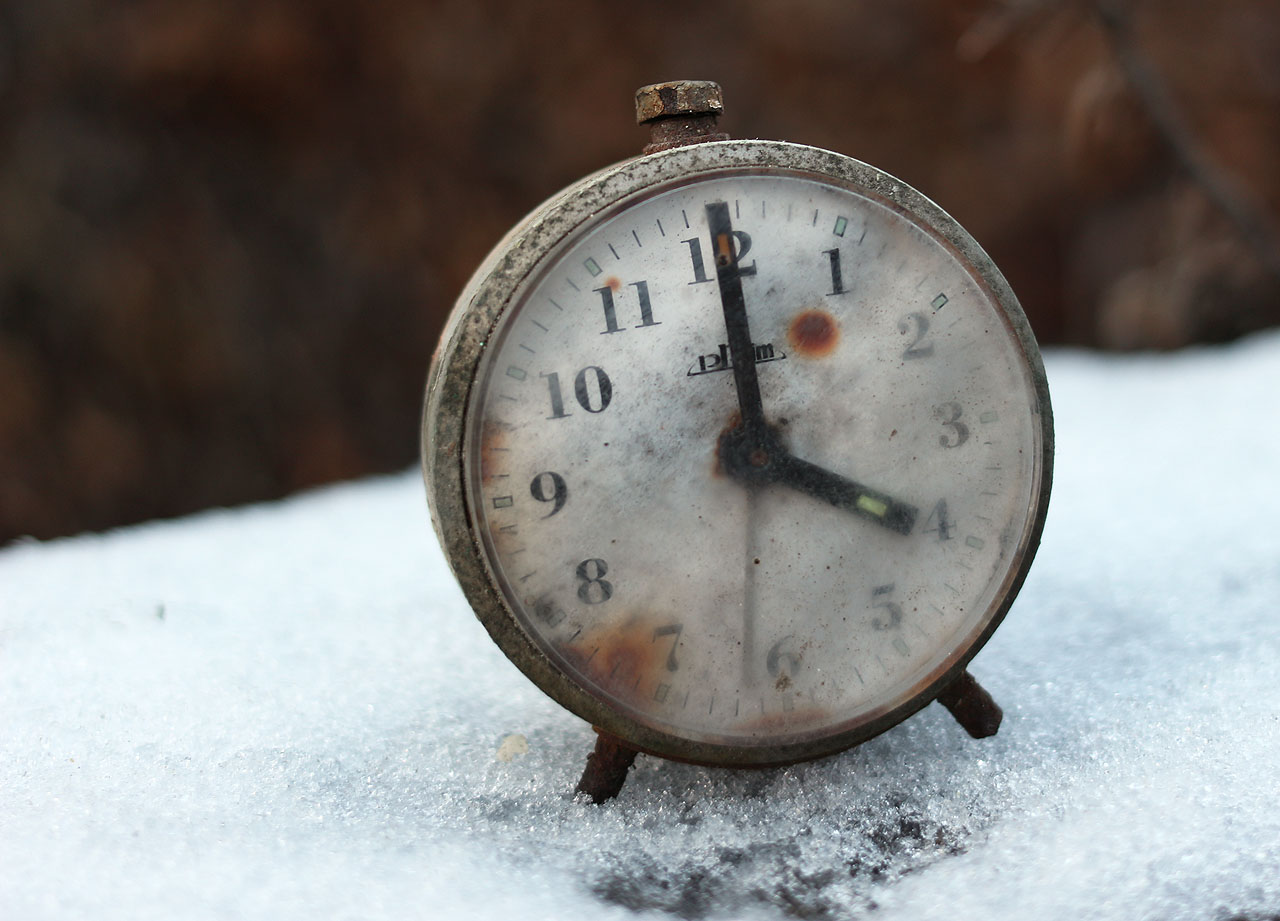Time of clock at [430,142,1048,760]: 4:00
